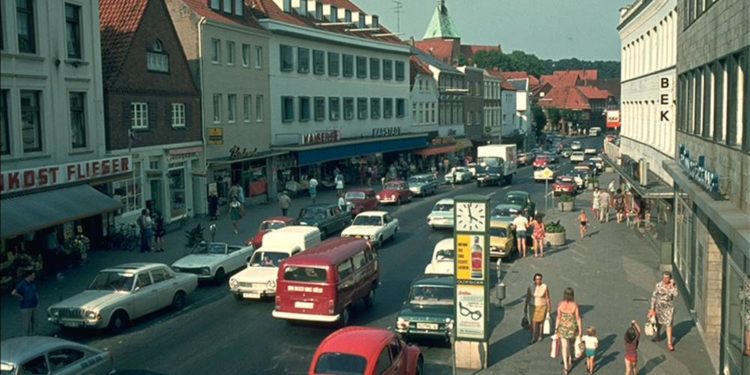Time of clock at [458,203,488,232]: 3:58
